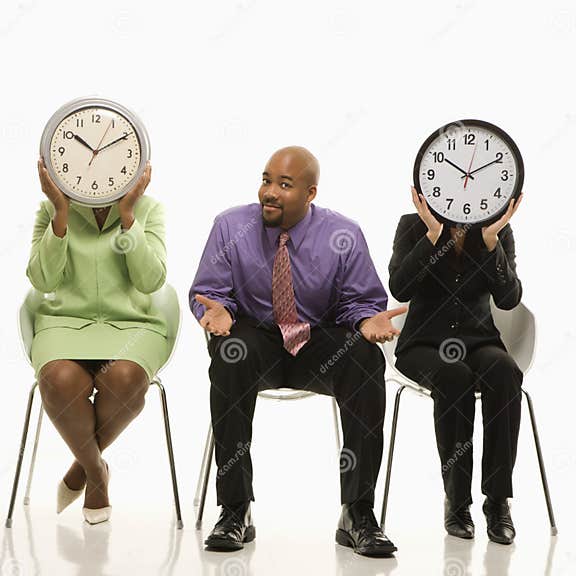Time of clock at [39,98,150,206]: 10:10
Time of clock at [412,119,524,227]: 10:10
